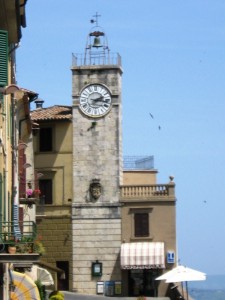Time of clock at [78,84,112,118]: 2:16
